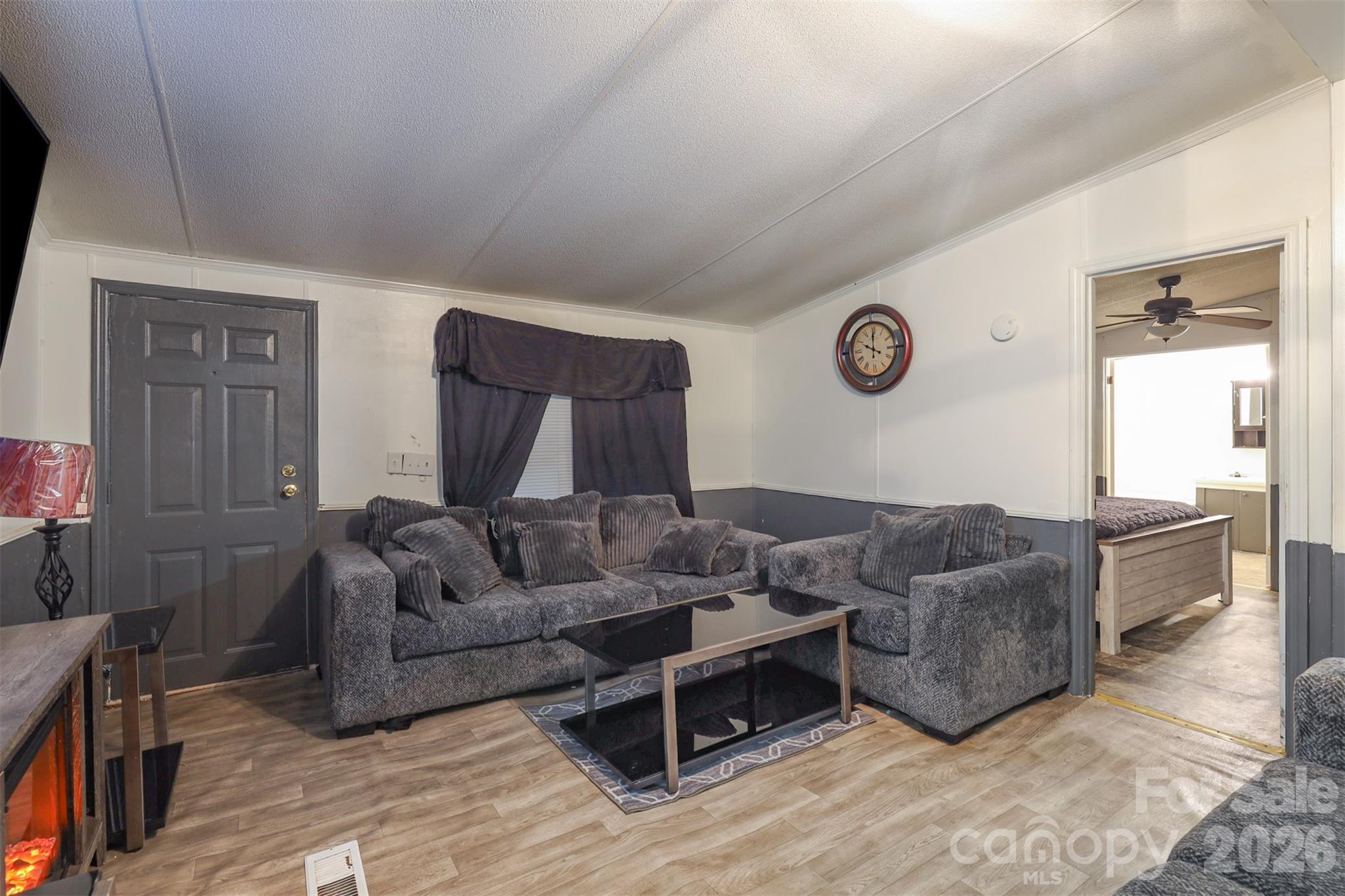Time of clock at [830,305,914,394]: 10:00
